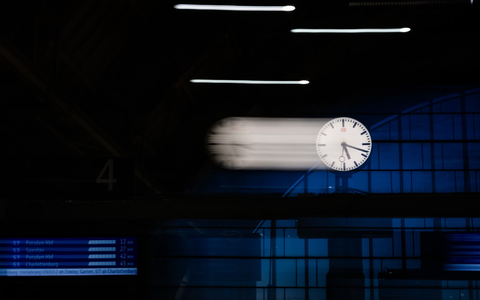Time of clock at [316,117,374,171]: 5:18
